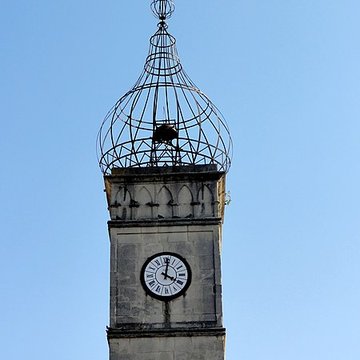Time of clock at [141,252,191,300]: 4:01
